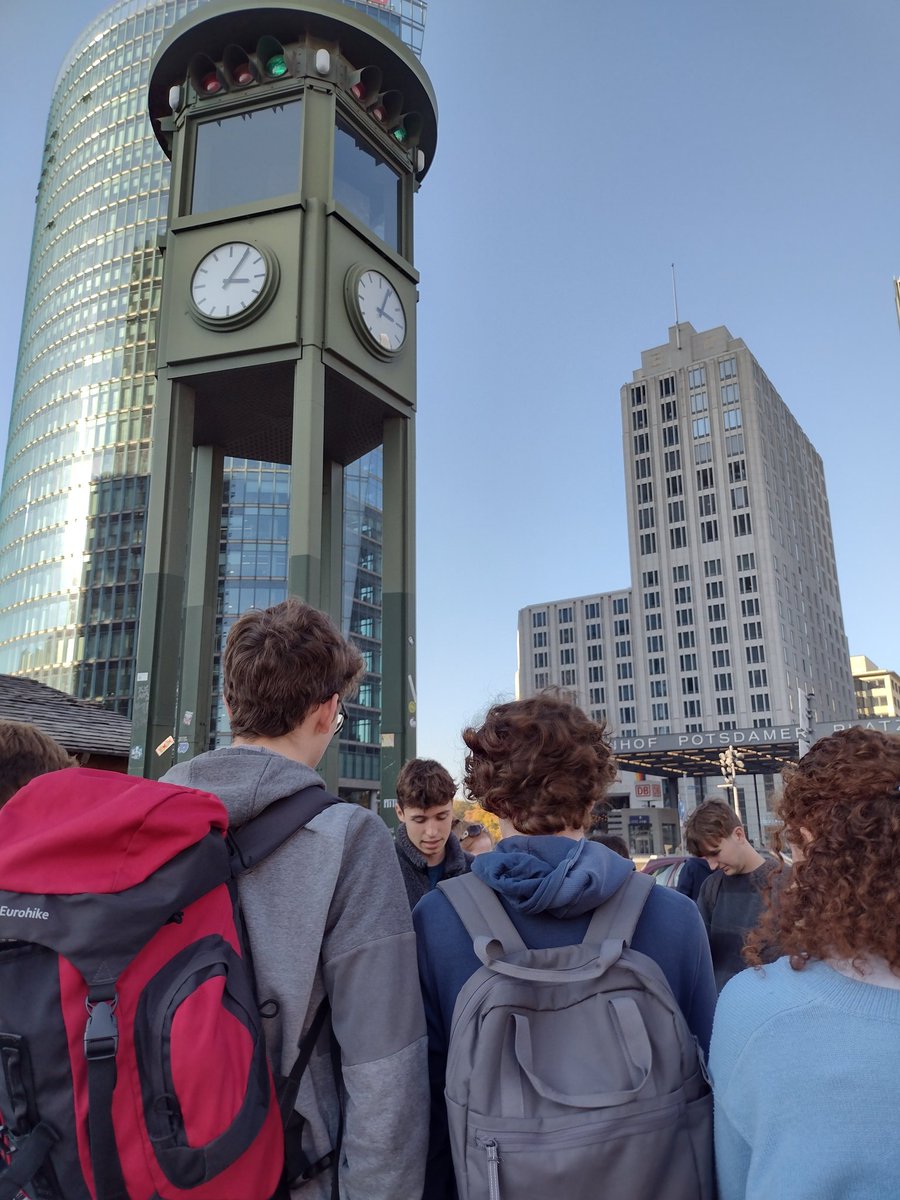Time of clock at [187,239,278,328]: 3:05
